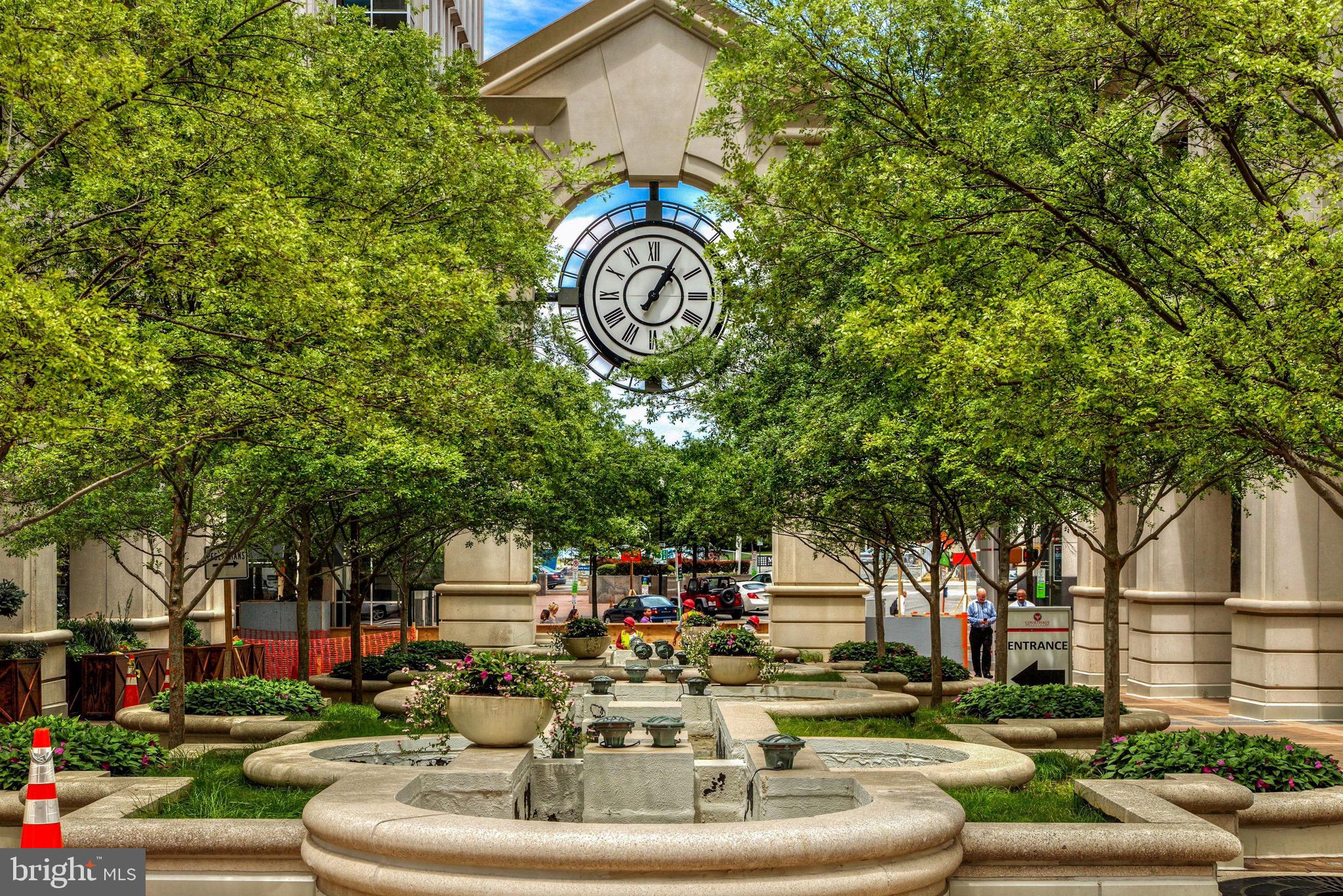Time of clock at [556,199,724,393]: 1:05
